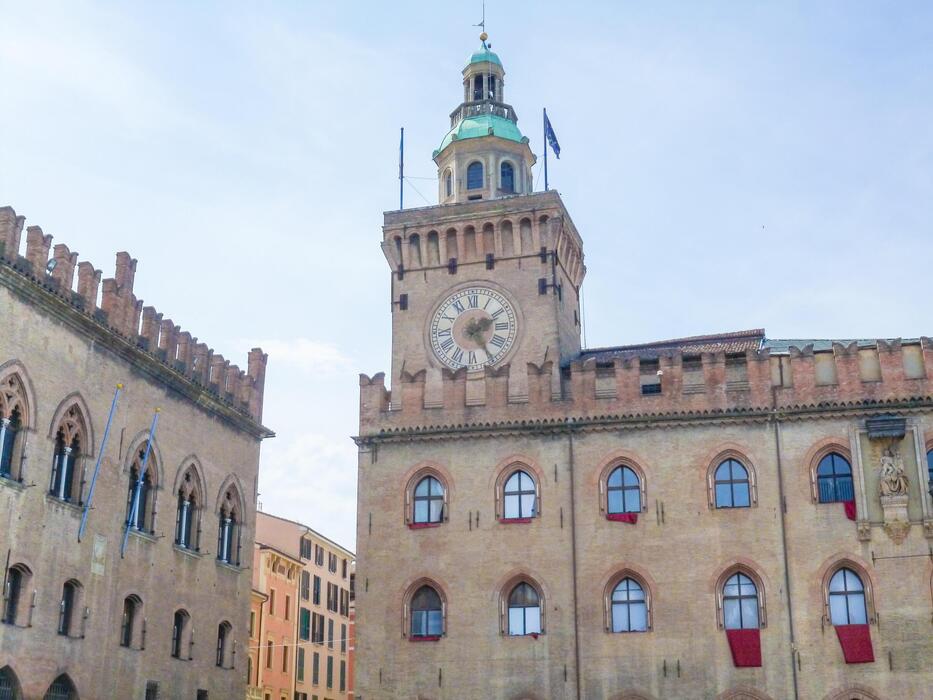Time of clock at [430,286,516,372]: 2:24
